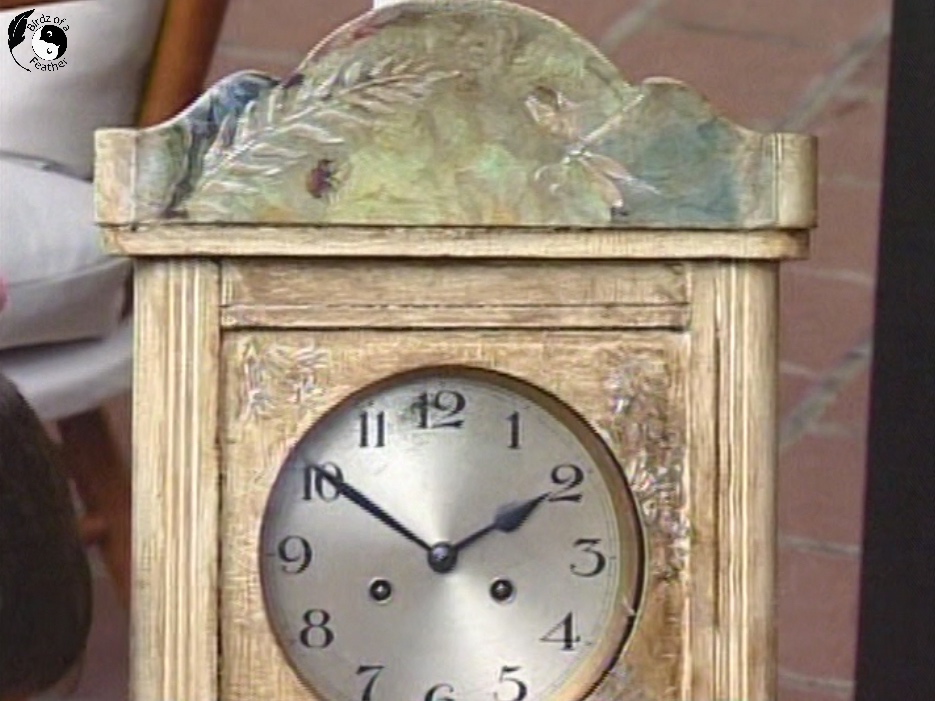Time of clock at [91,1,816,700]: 1:50
